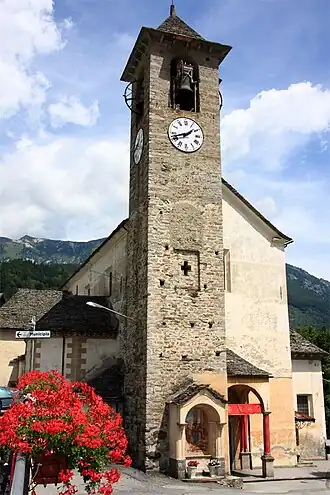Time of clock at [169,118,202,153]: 1:42
